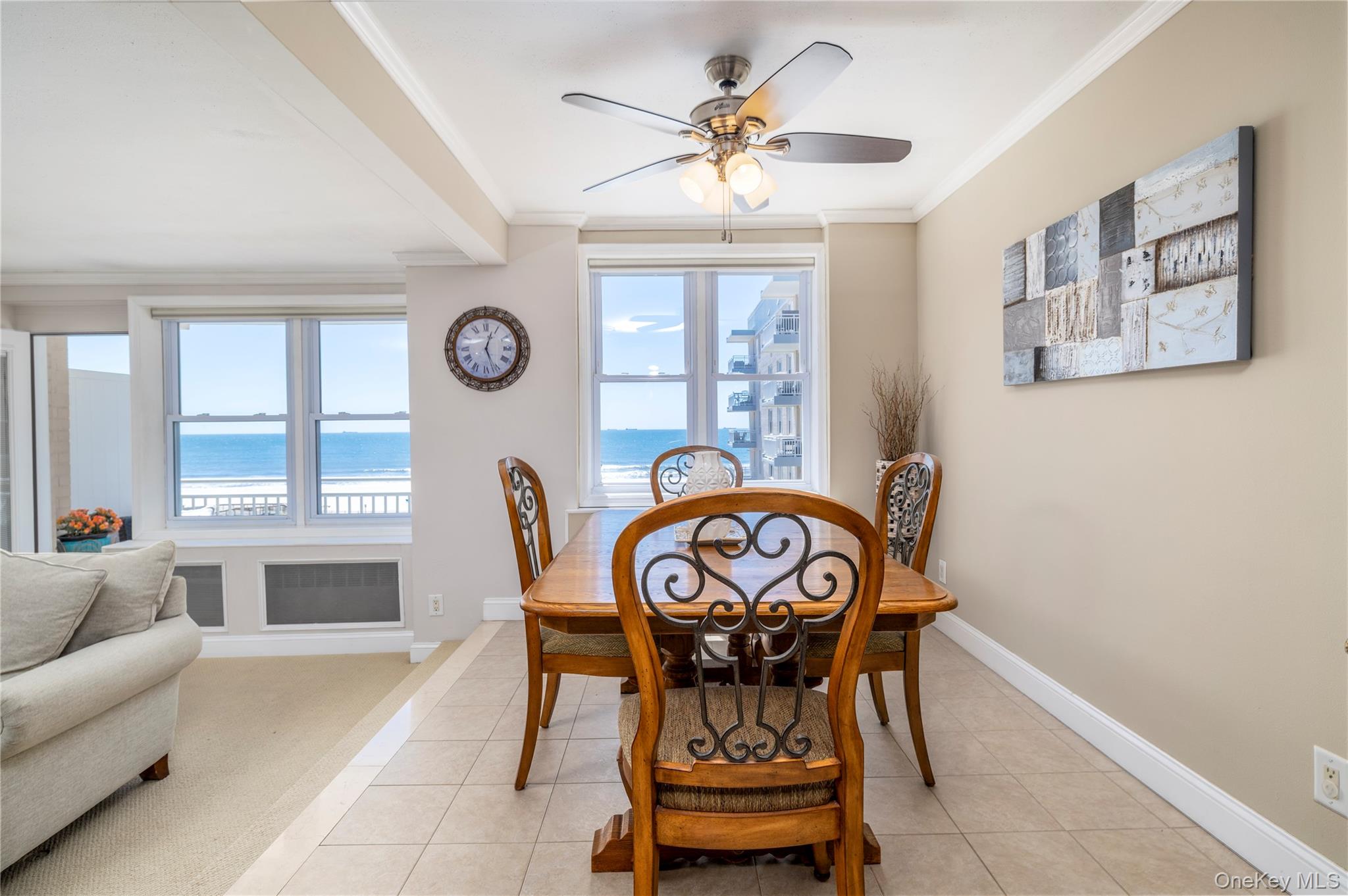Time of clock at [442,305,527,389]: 12:26
